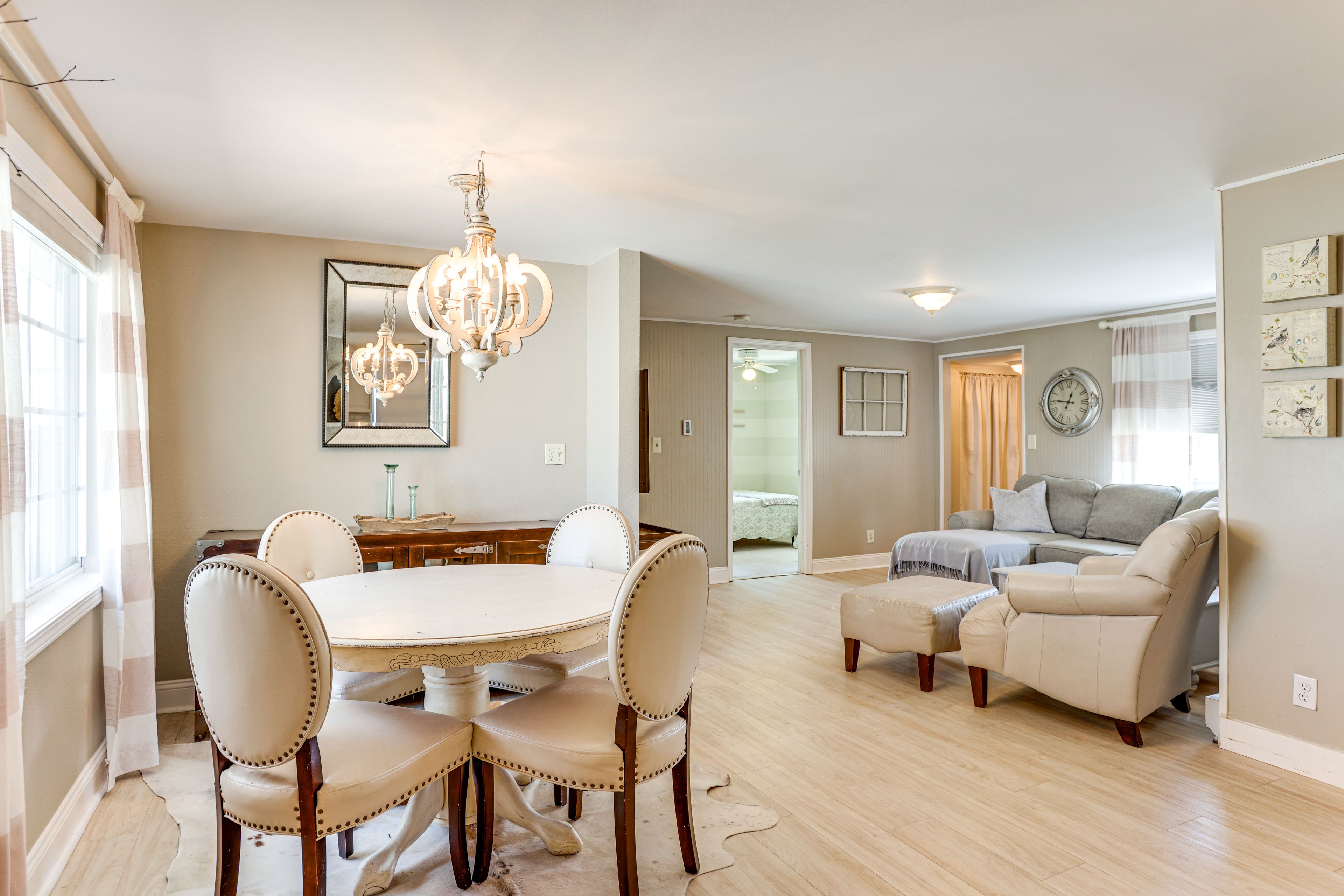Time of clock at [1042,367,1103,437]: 12:46
